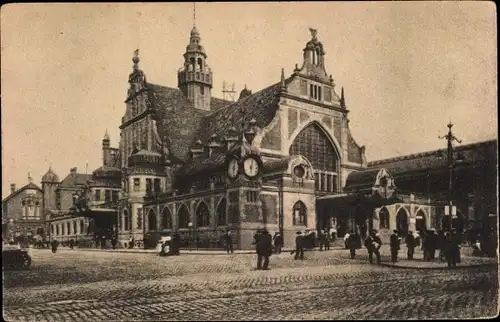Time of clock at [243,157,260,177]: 6:03
